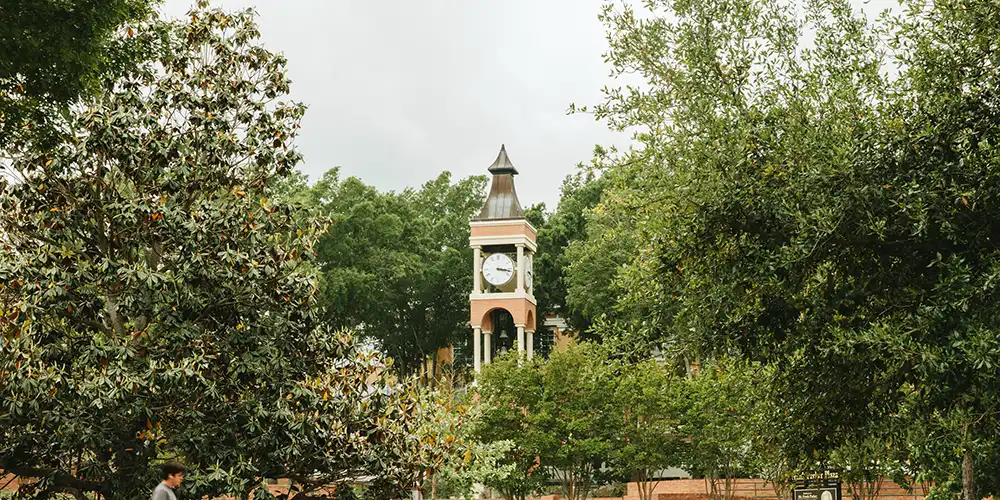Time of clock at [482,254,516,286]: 3:17
